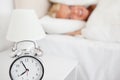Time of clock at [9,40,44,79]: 7:55
